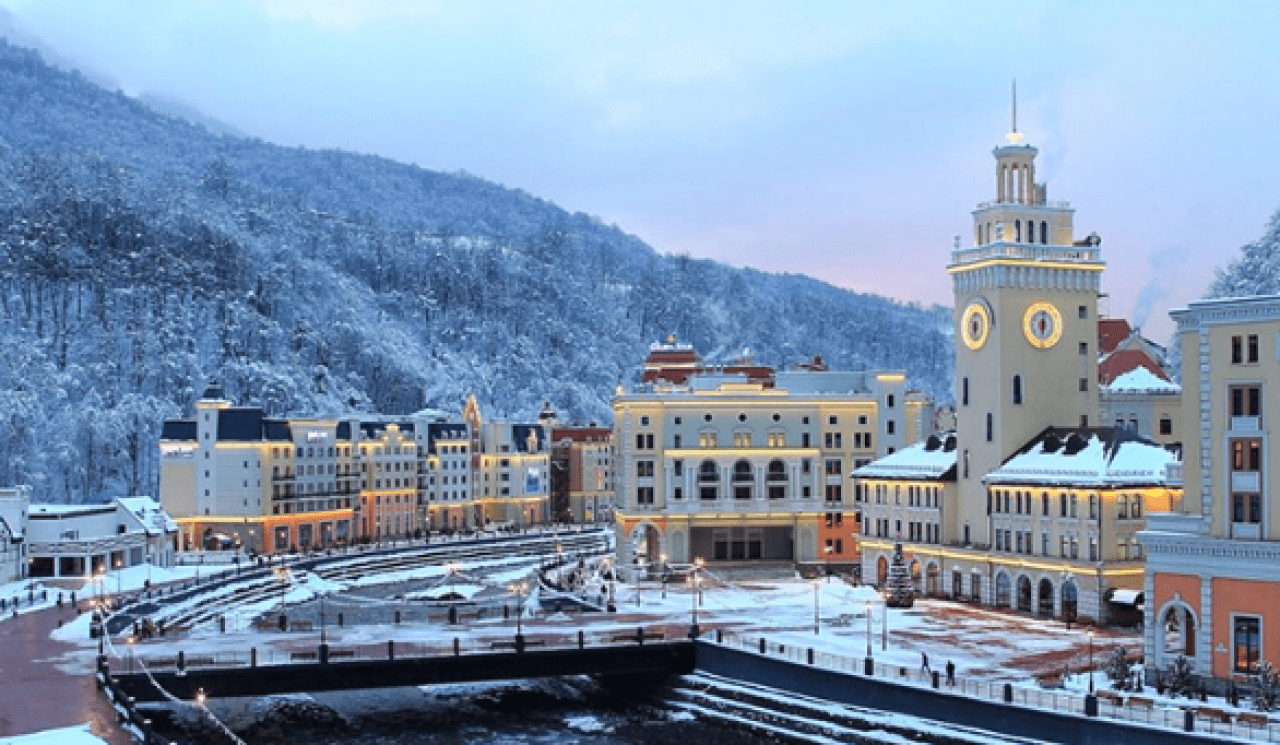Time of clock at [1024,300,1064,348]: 6:00
